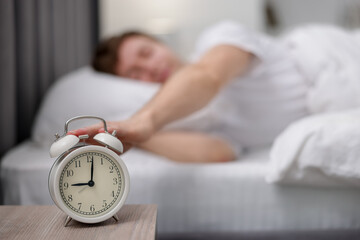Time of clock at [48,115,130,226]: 9:01
